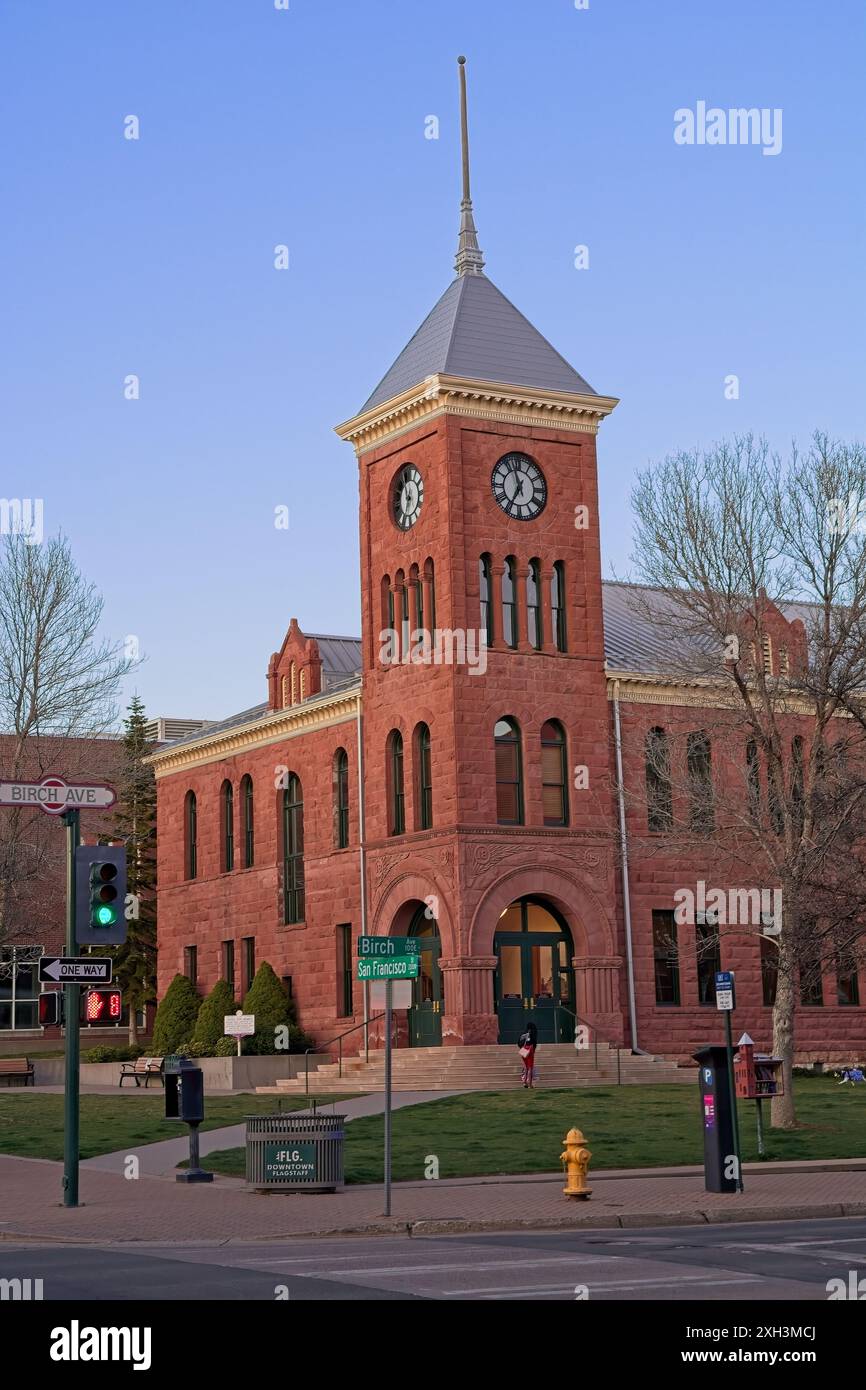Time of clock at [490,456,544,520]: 6:56
